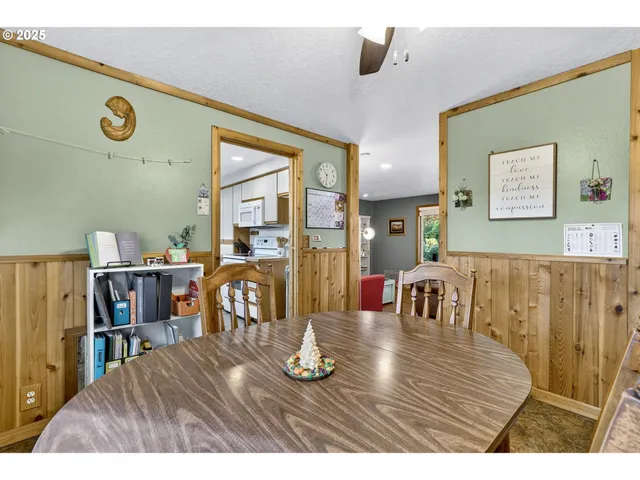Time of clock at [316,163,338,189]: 10:31
